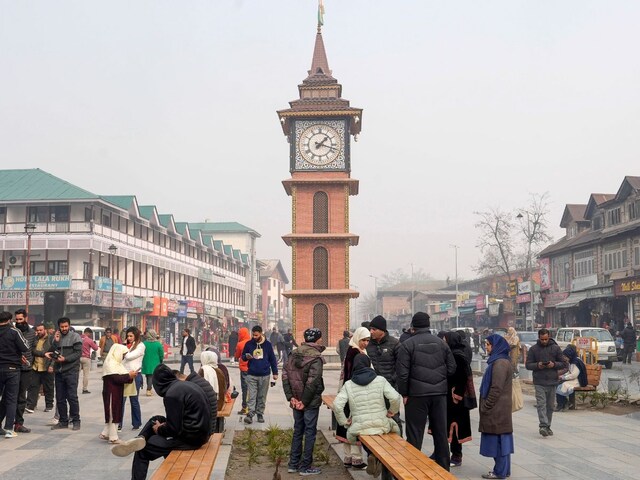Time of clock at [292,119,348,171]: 1:18
